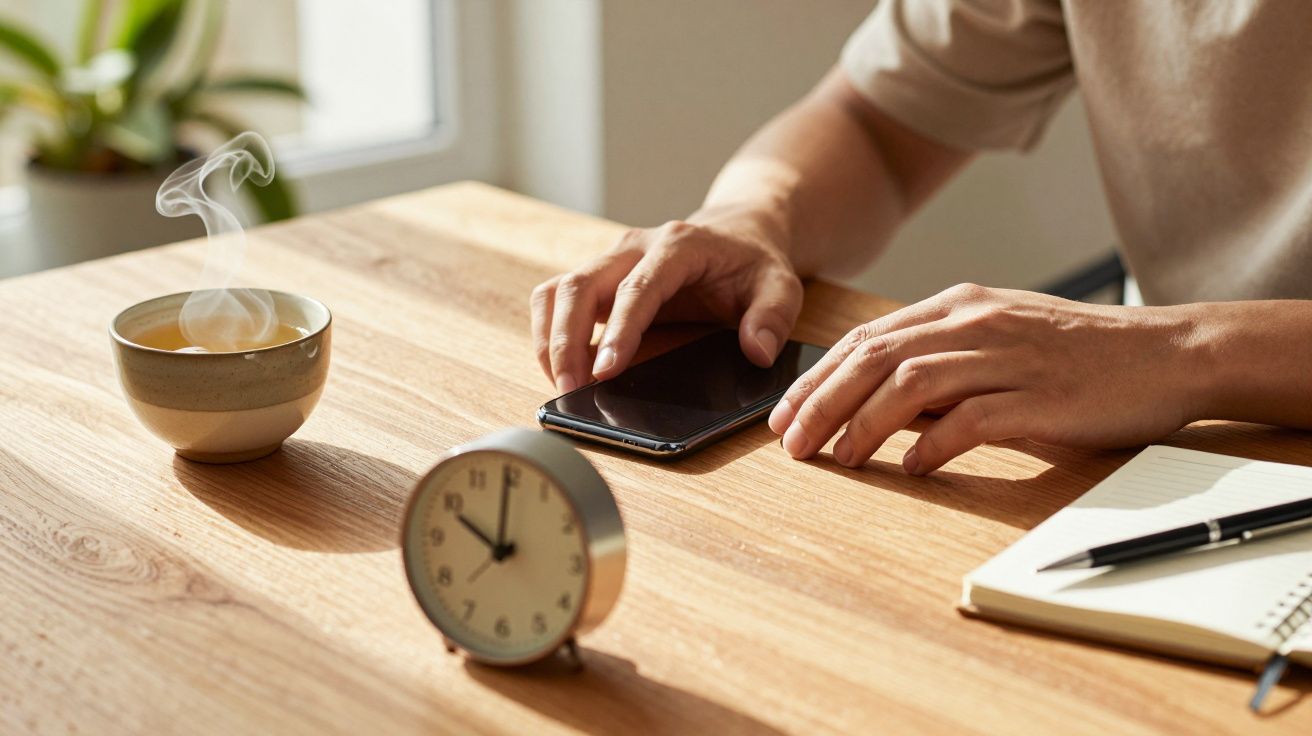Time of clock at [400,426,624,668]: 10:00
